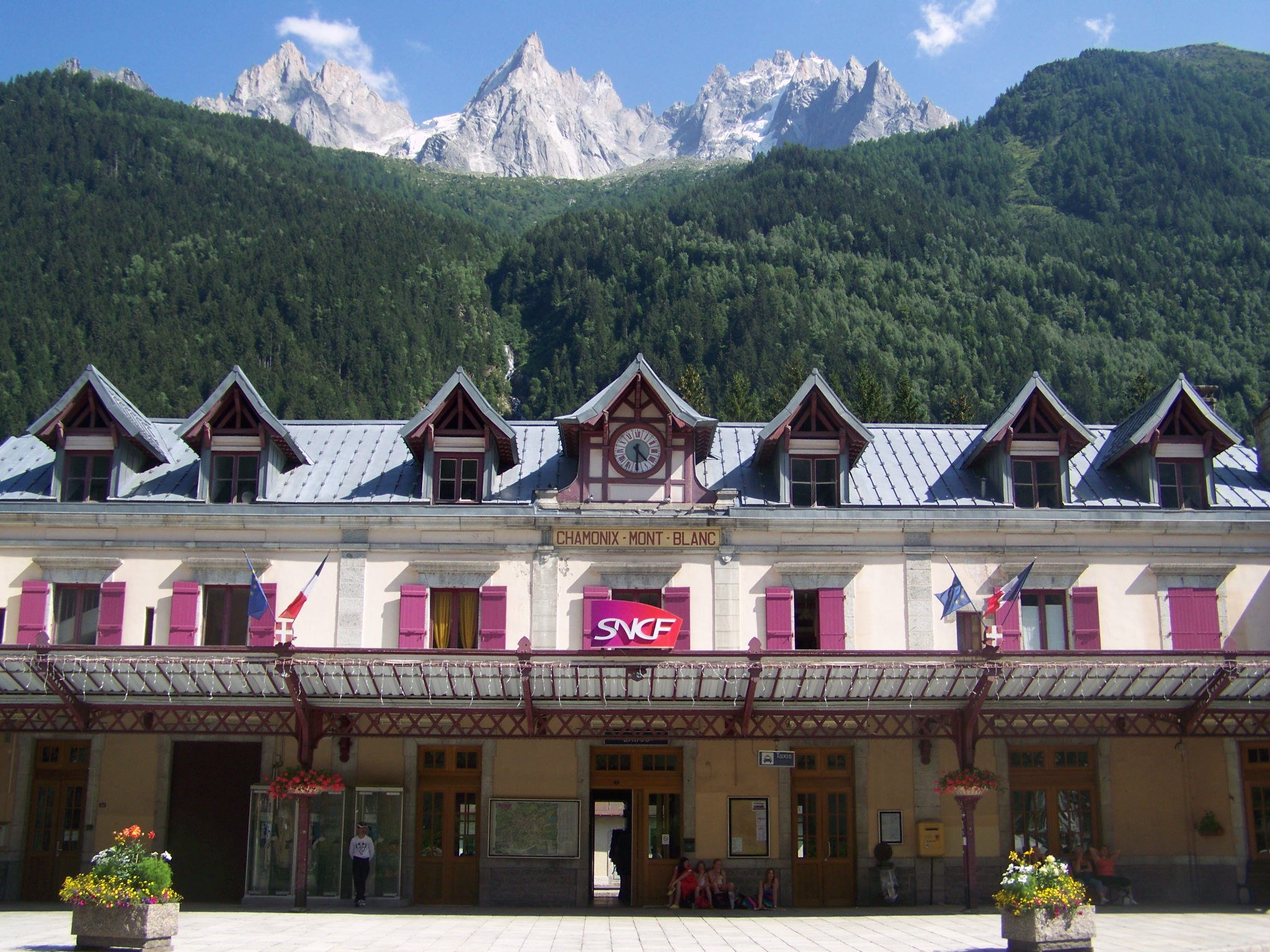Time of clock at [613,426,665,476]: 4:30
